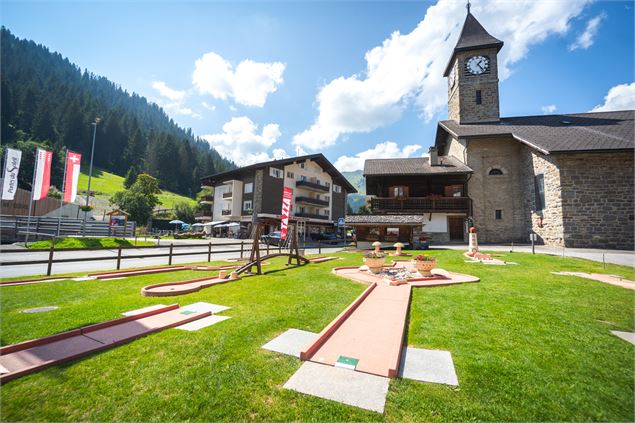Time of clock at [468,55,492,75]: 1:23
